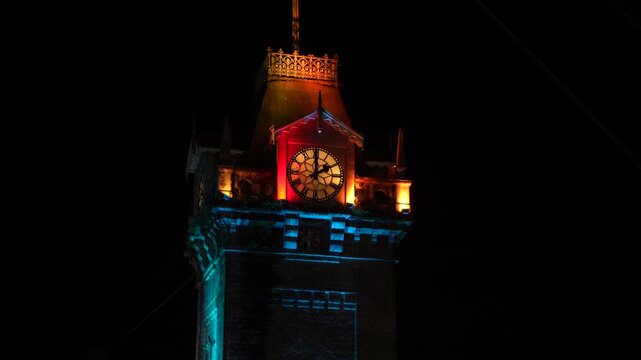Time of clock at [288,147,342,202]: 1:59
